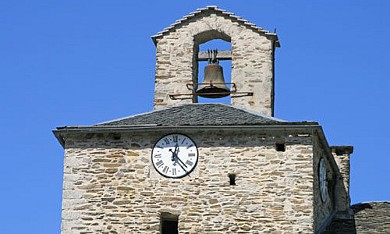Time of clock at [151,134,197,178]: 12:23
